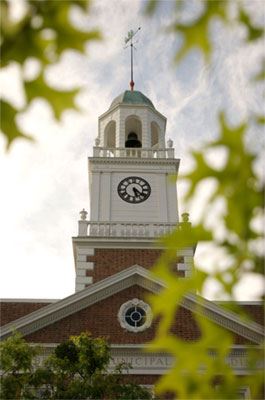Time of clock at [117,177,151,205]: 5:21
